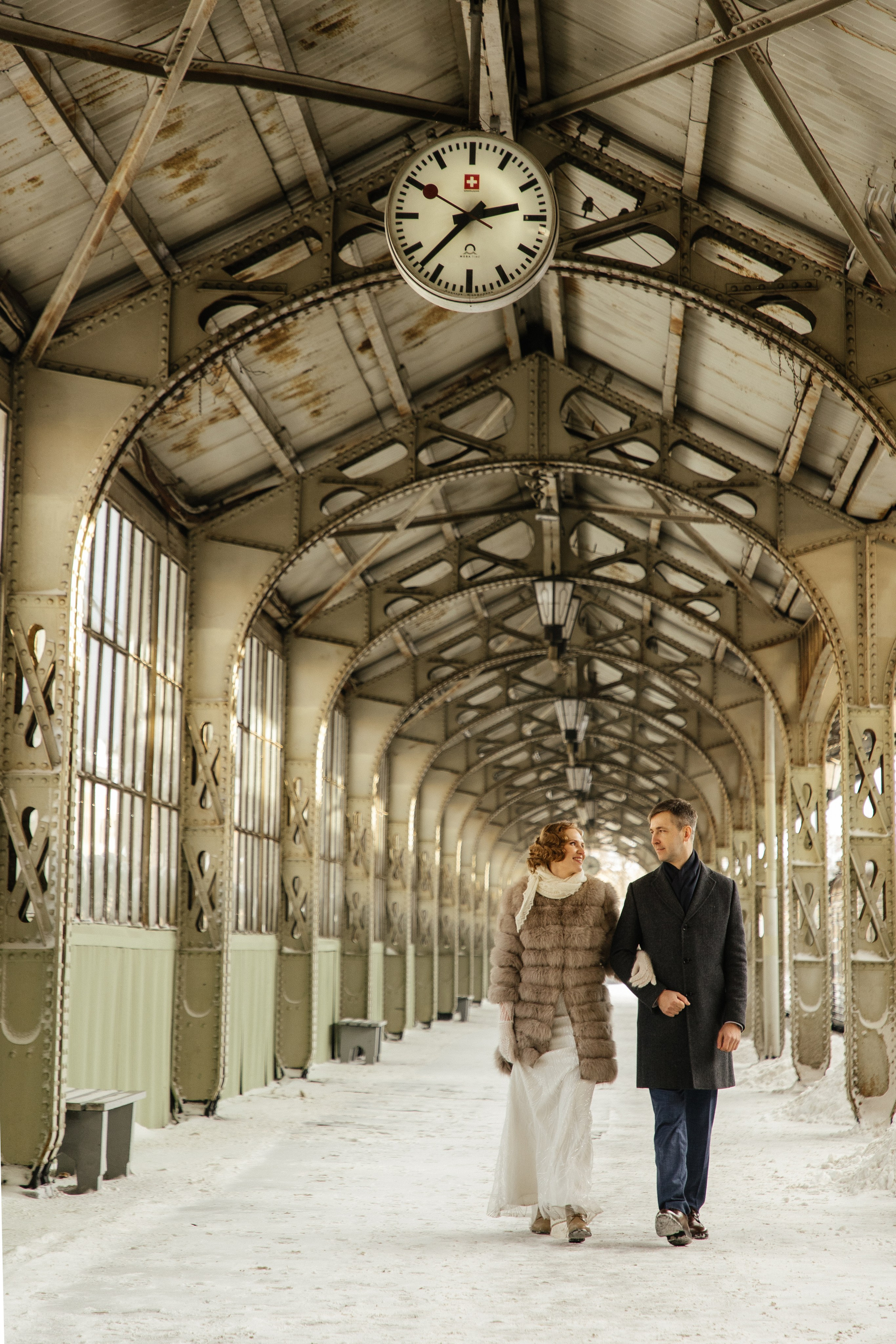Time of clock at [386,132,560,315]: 2:37
